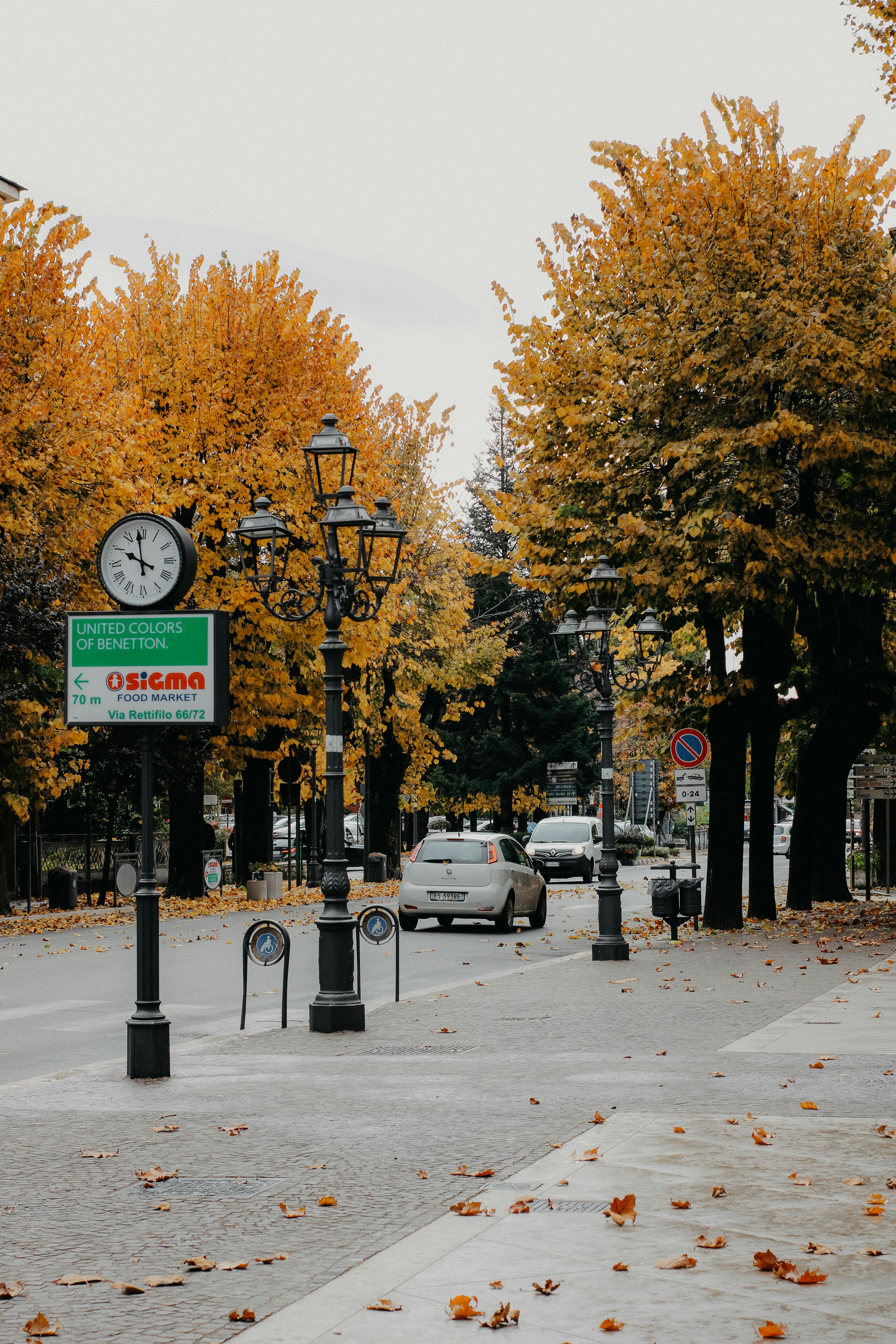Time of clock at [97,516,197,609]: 9:58
